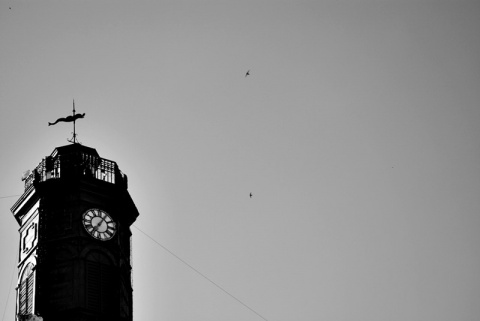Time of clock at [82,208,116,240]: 7:05
